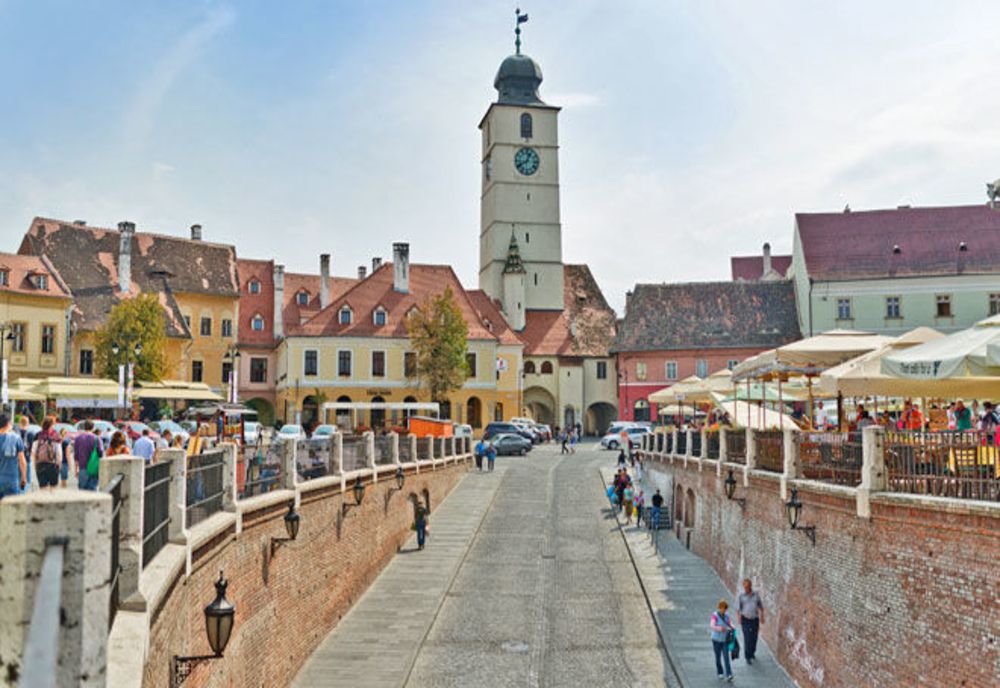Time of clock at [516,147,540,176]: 12:40
